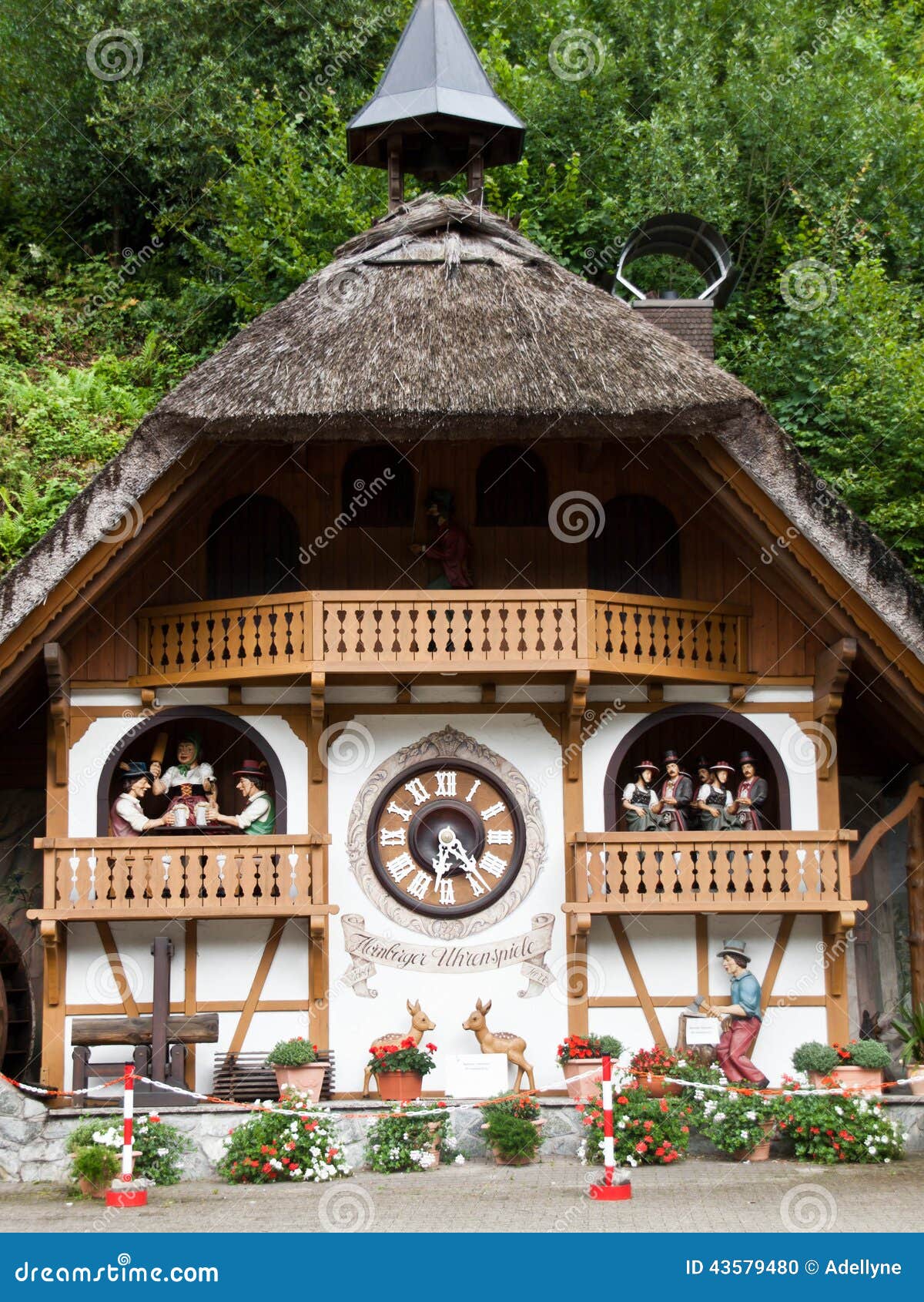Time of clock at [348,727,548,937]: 6:23
